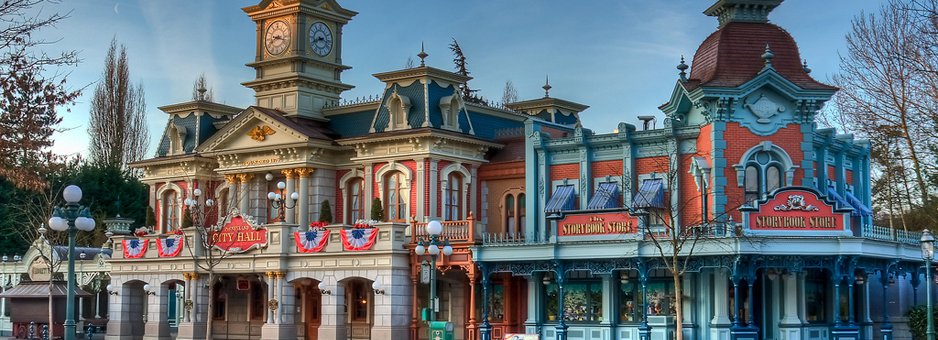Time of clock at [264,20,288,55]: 8:17
